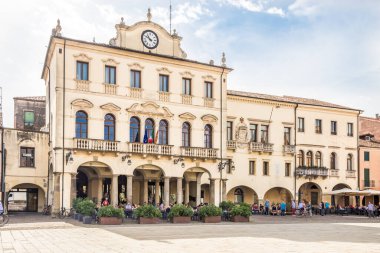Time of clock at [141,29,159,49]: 10:49
